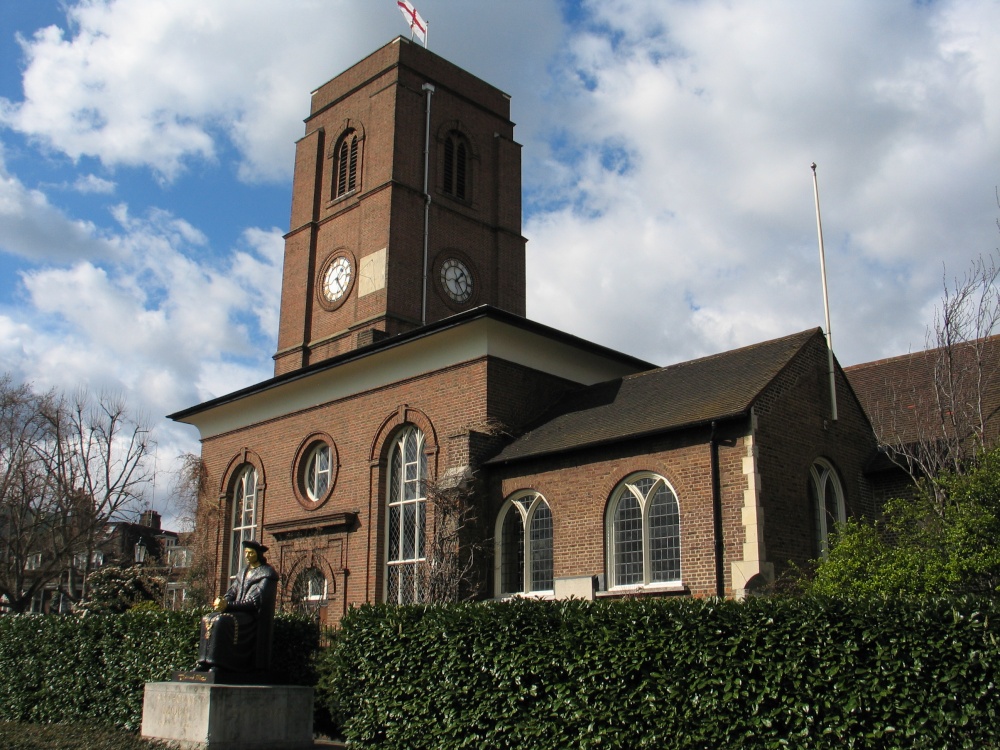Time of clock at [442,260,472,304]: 1:24
